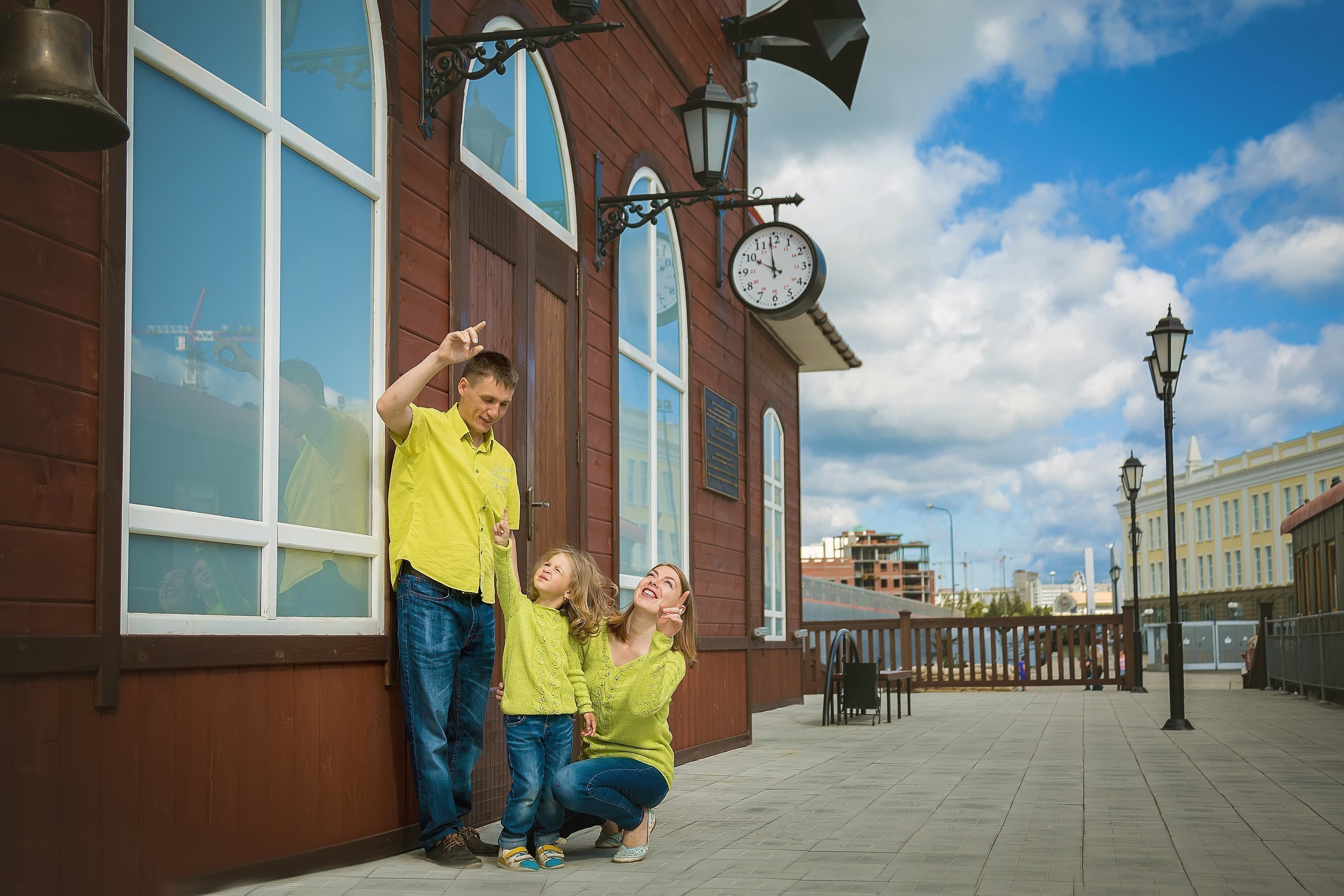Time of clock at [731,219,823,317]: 9:58
